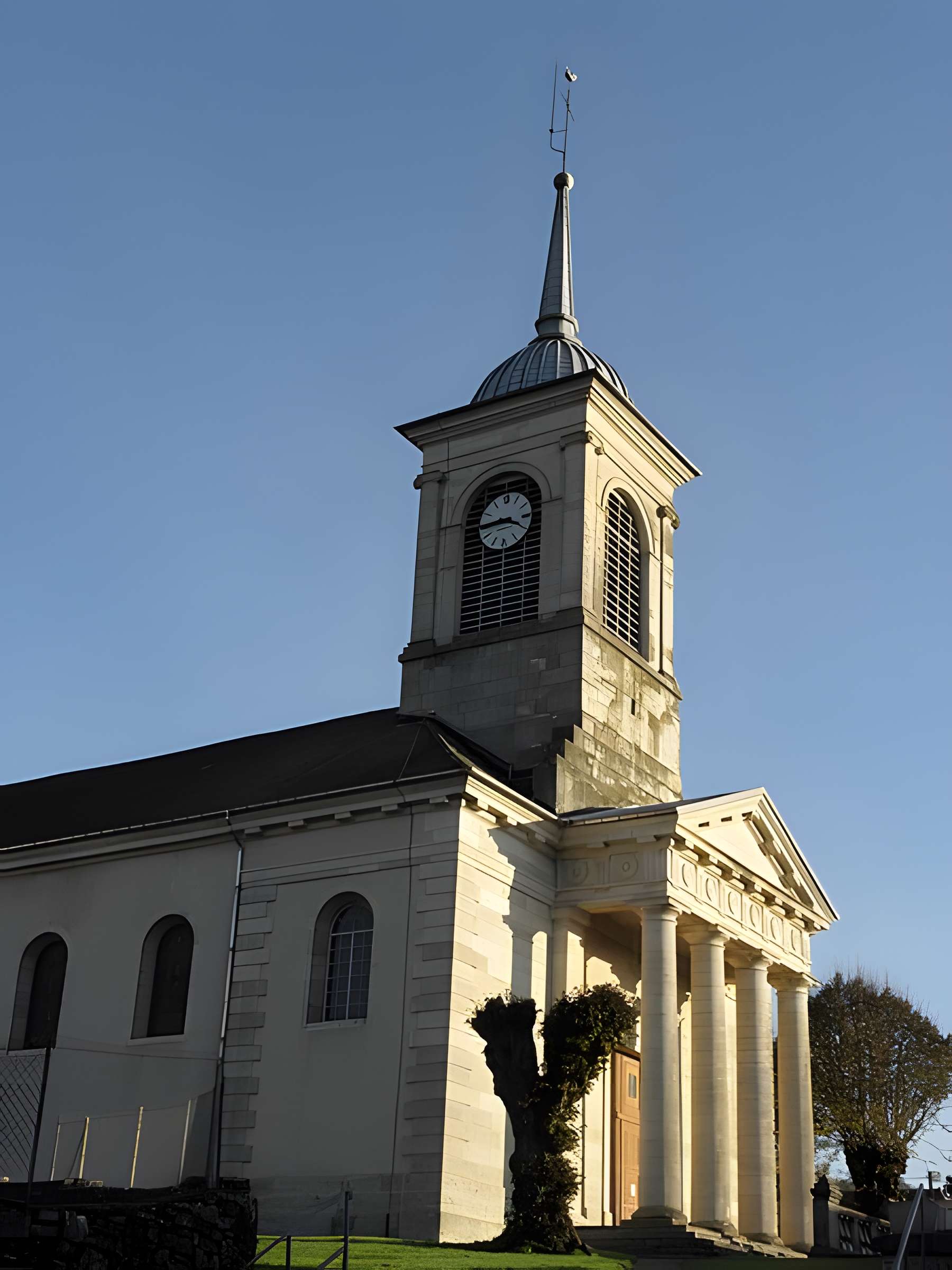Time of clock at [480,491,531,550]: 3:44
